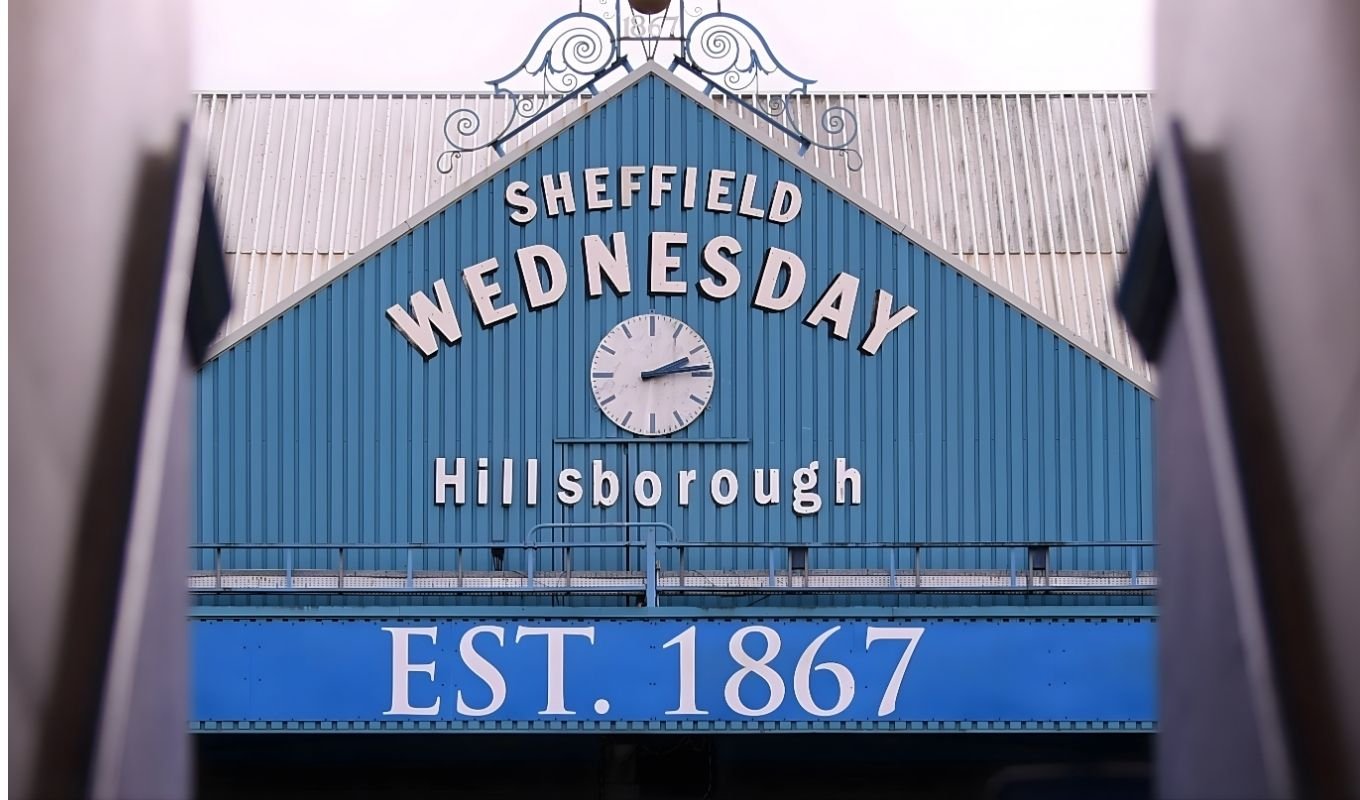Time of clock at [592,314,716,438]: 2:13
